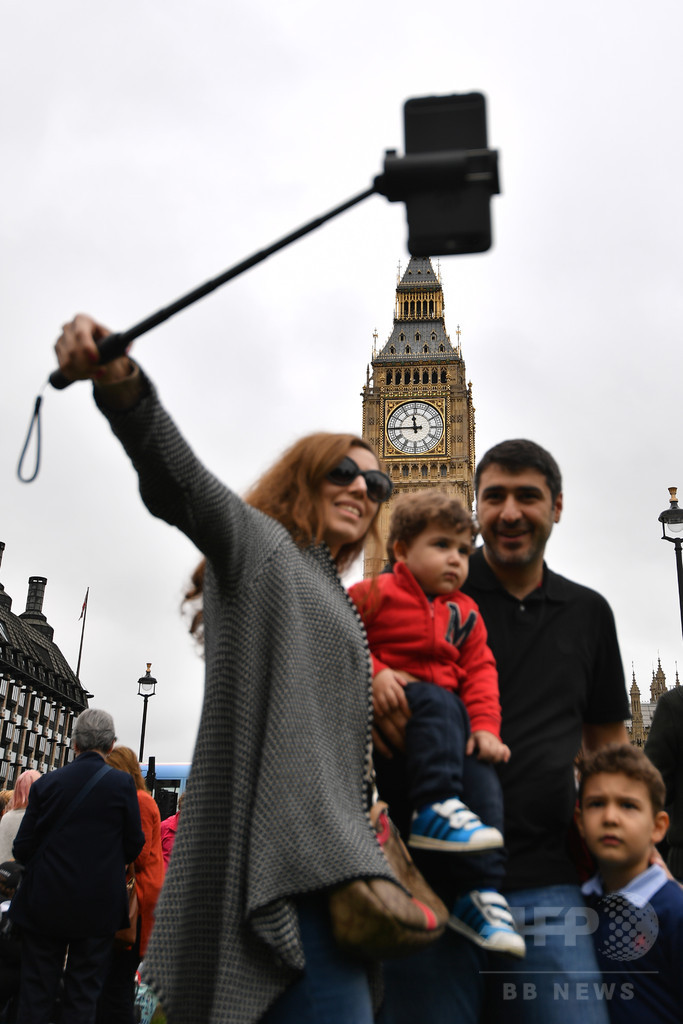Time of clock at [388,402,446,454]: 11:44
